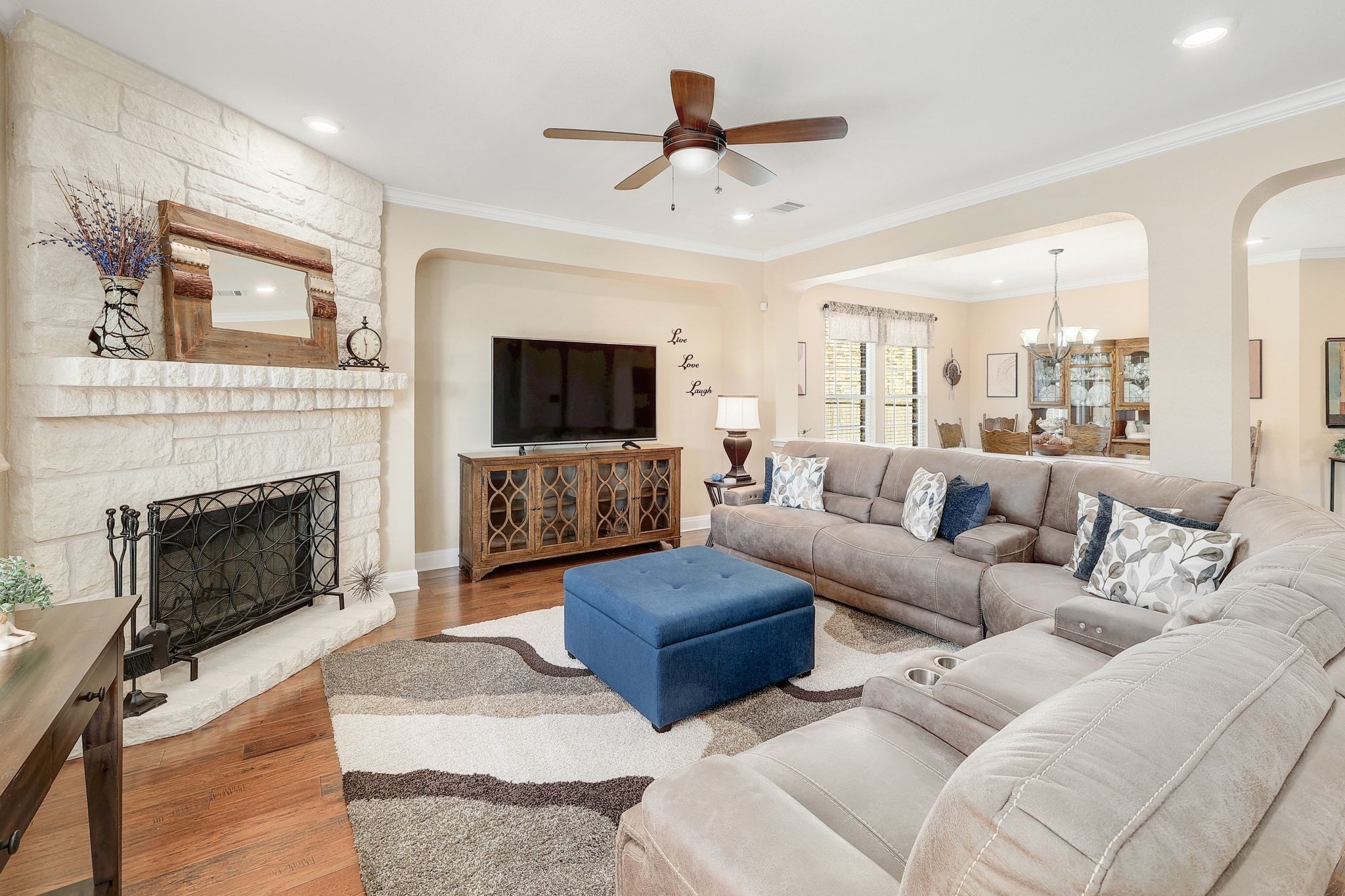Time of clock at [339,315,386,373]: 11:29
